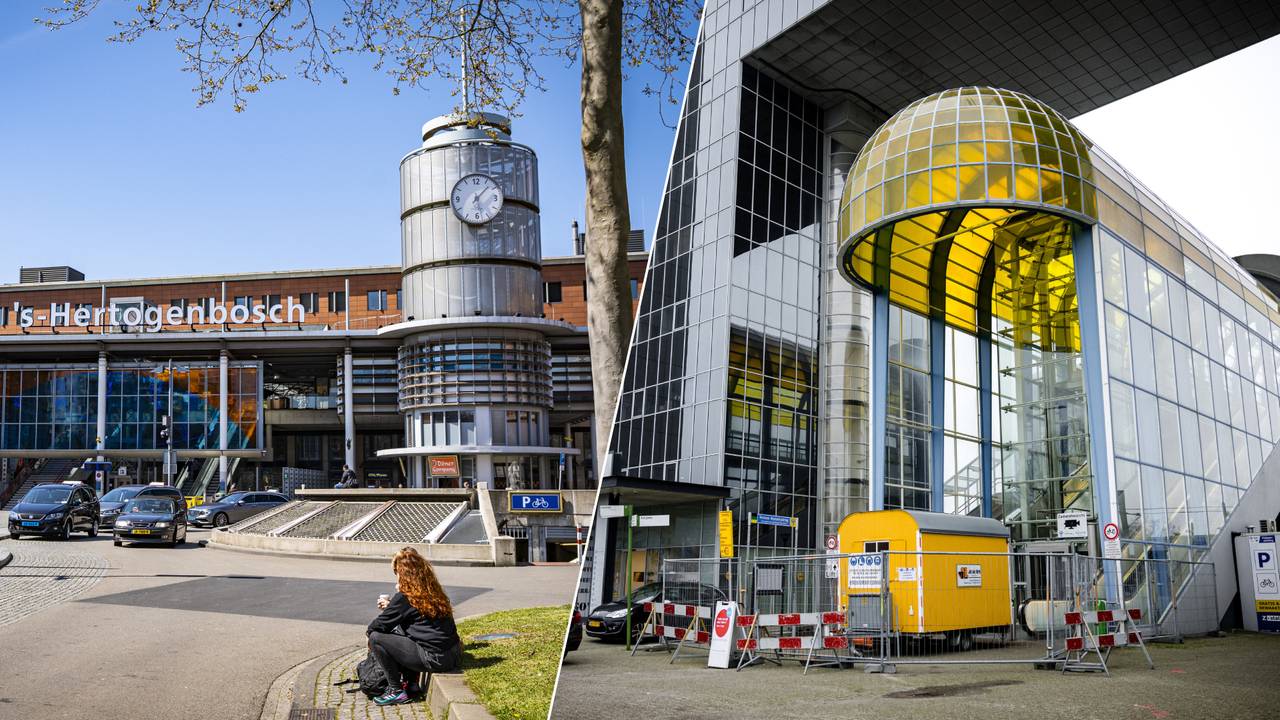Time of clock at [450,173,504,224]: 1:28
